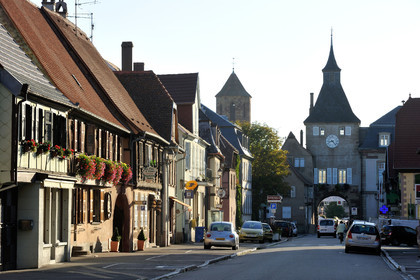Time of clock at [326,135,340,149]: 8:23
